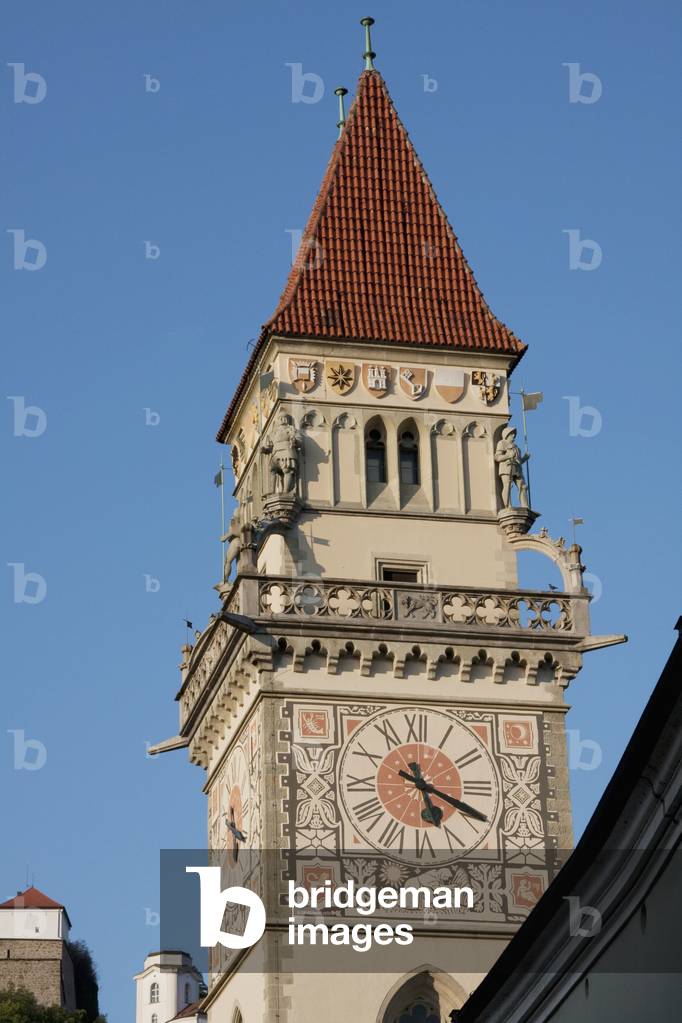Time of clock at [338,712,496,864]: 5:19
